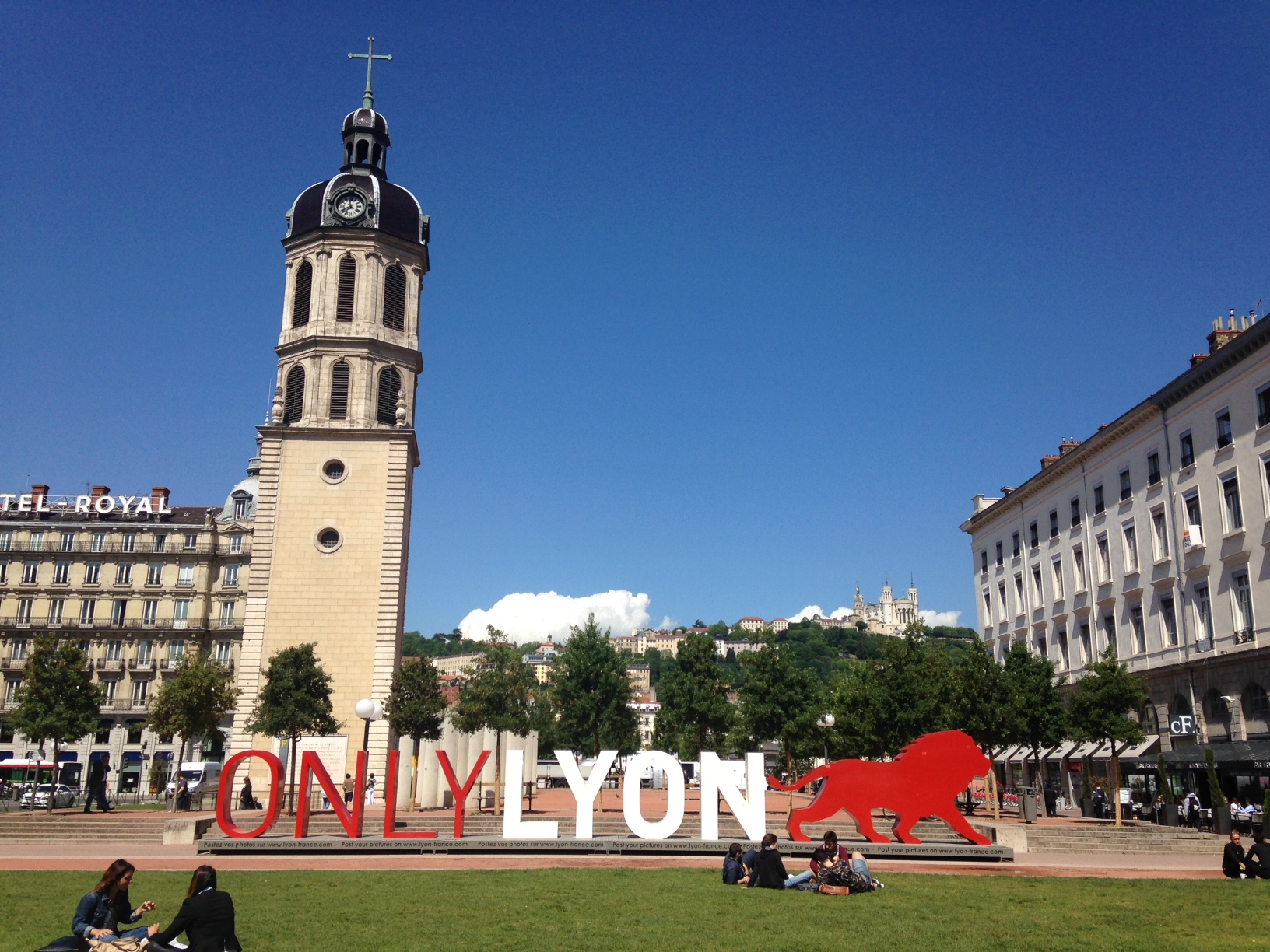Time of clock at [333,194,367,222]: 7:58
